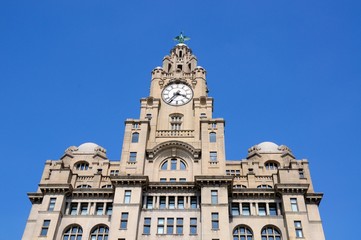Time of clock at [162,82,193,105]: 3:36
